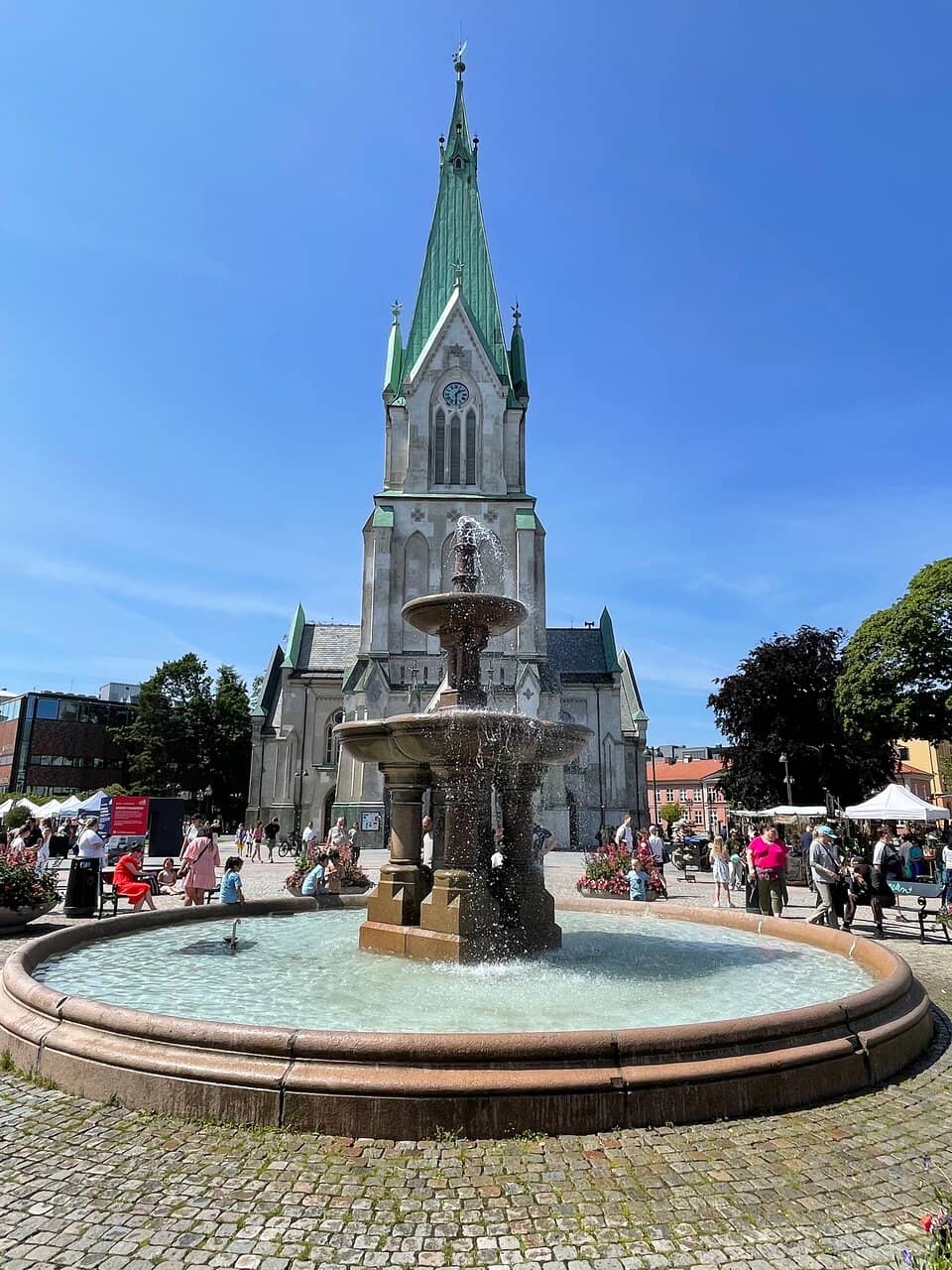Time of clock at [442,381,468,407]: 1:30
